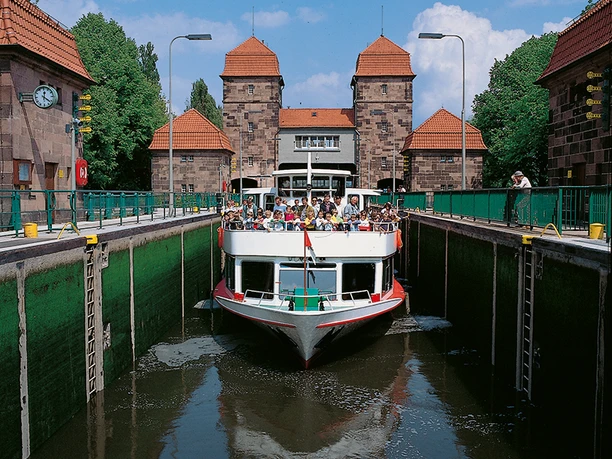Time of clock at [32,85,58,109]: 12:21
